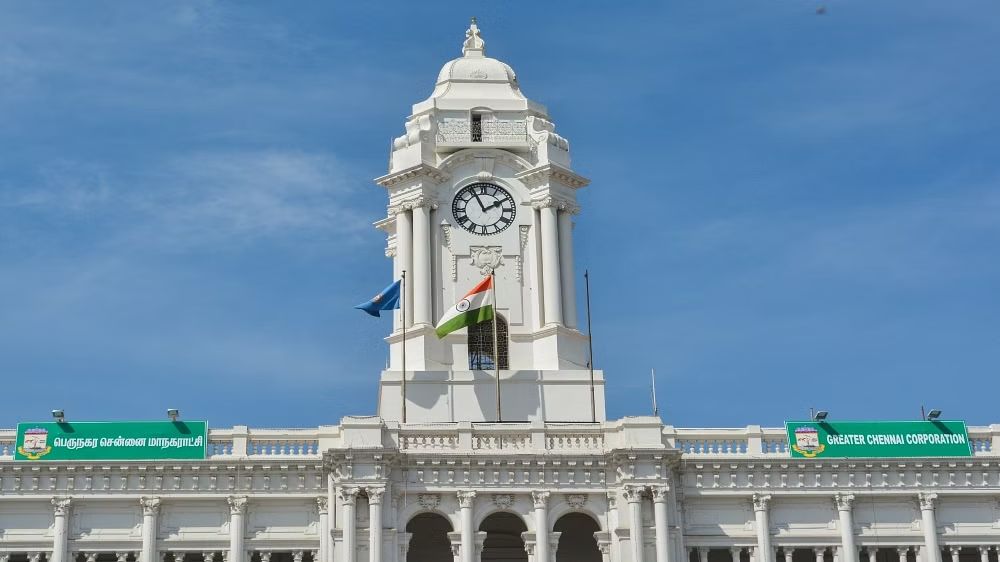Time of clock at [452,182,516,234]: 1:55
